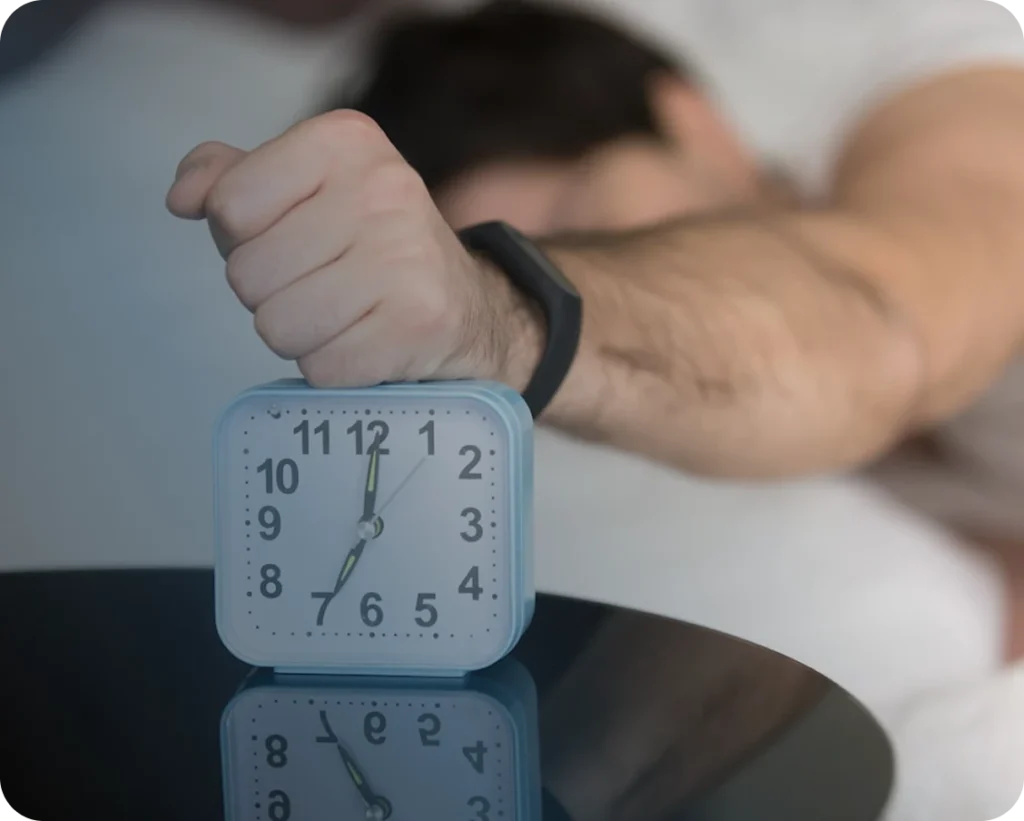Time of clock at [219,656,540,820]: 12:34
